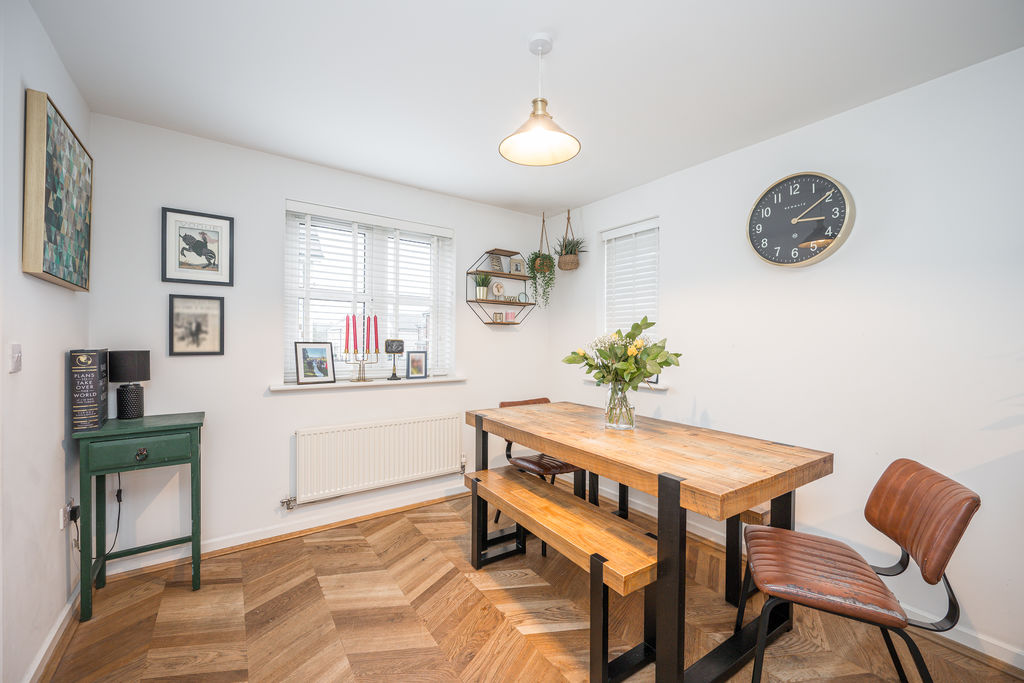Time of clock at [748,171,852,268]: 3:09
